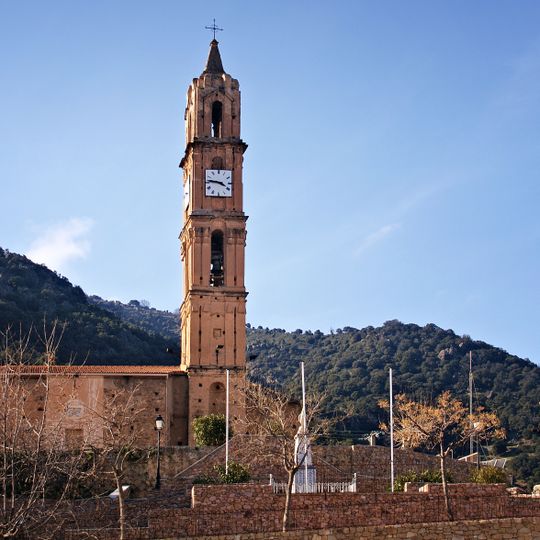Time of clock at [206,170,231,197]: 3:46
